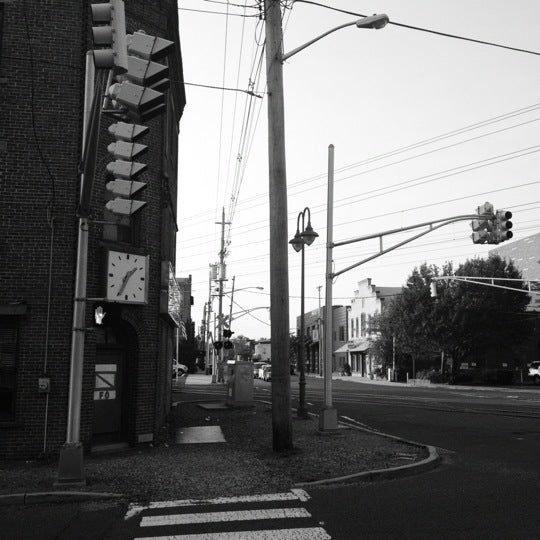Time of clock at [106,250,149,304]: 1:34
